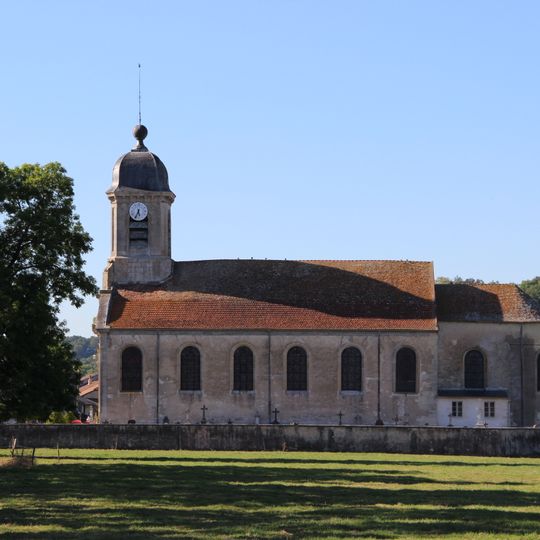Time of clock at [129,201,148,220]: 5:33
